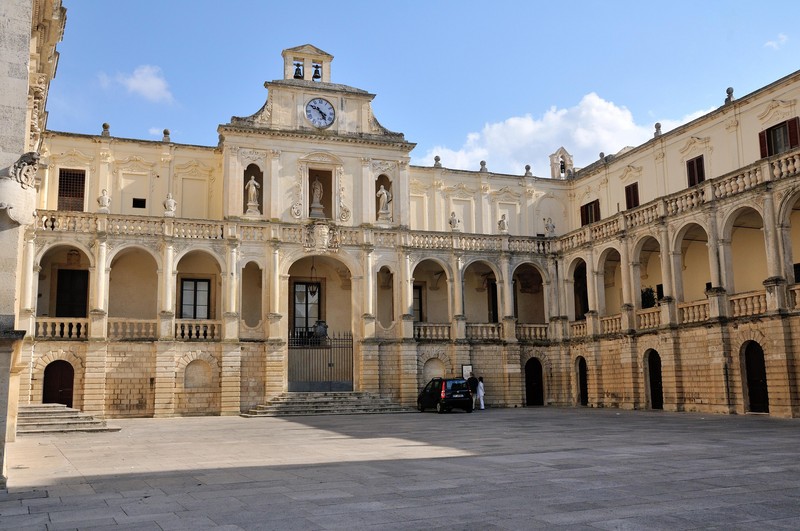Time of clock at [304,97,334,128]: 4:50
